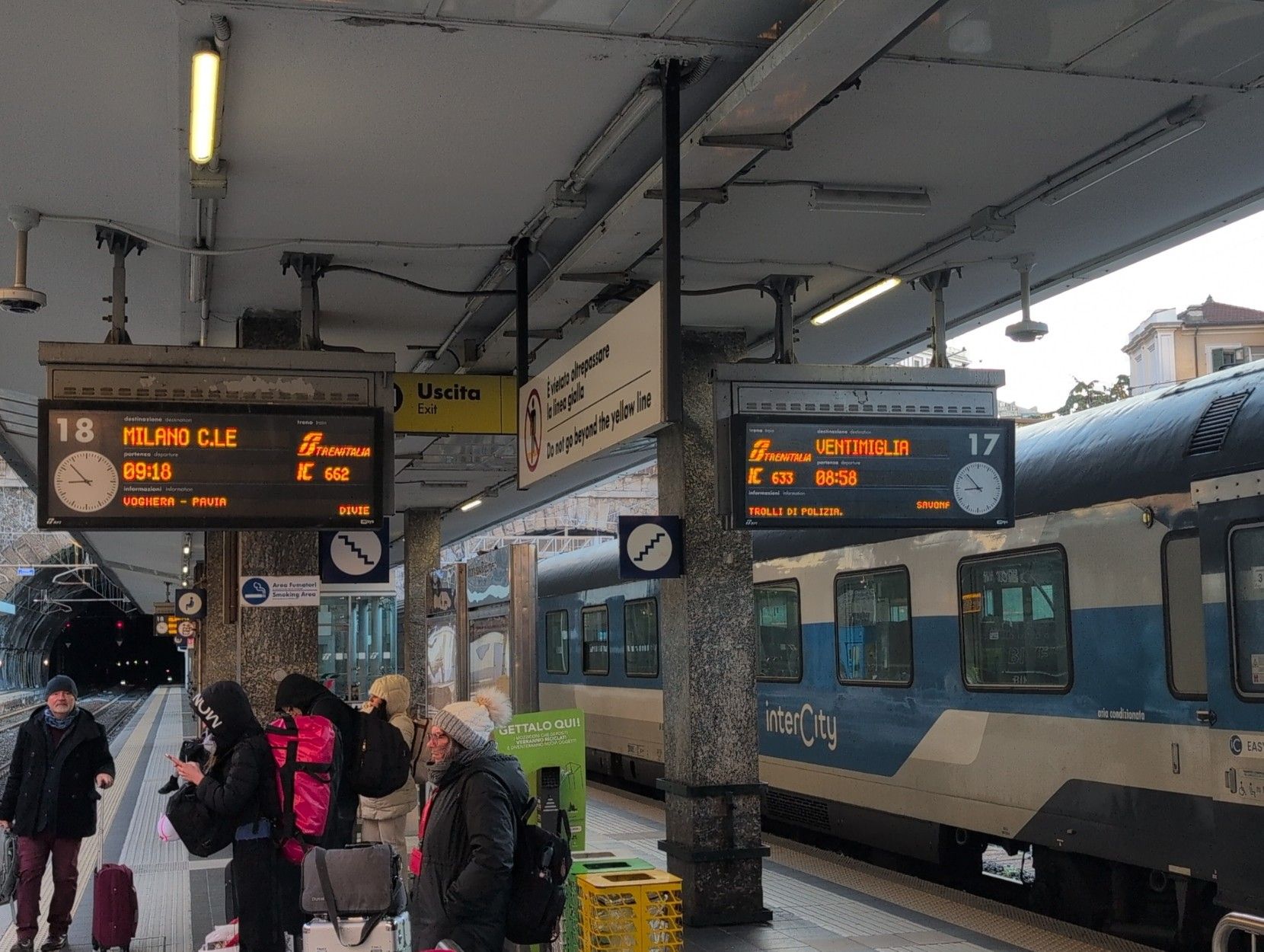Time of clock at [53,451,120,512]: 8:52
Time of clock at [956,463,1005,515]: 8:52
